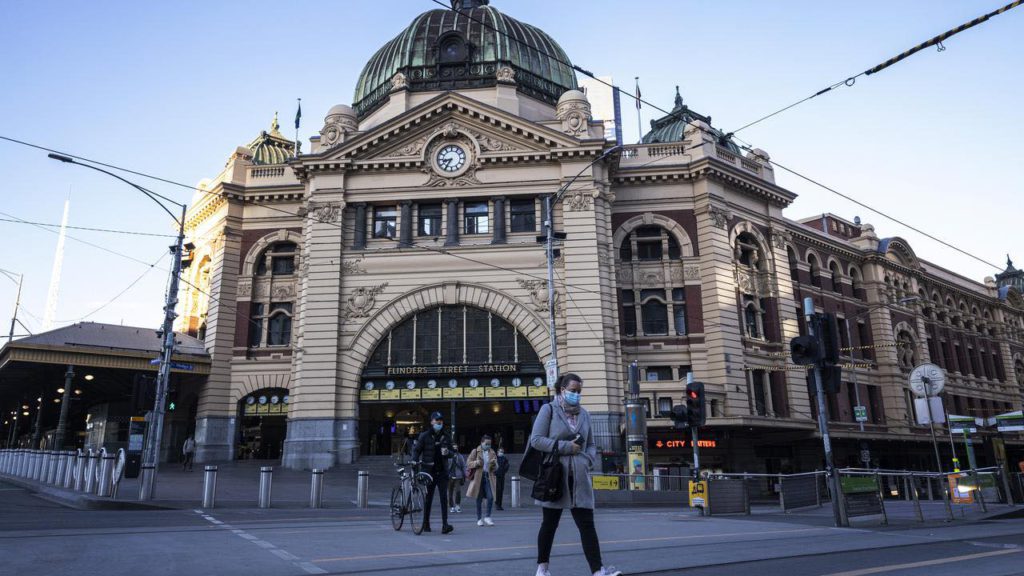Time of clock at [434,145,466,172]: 8:35
